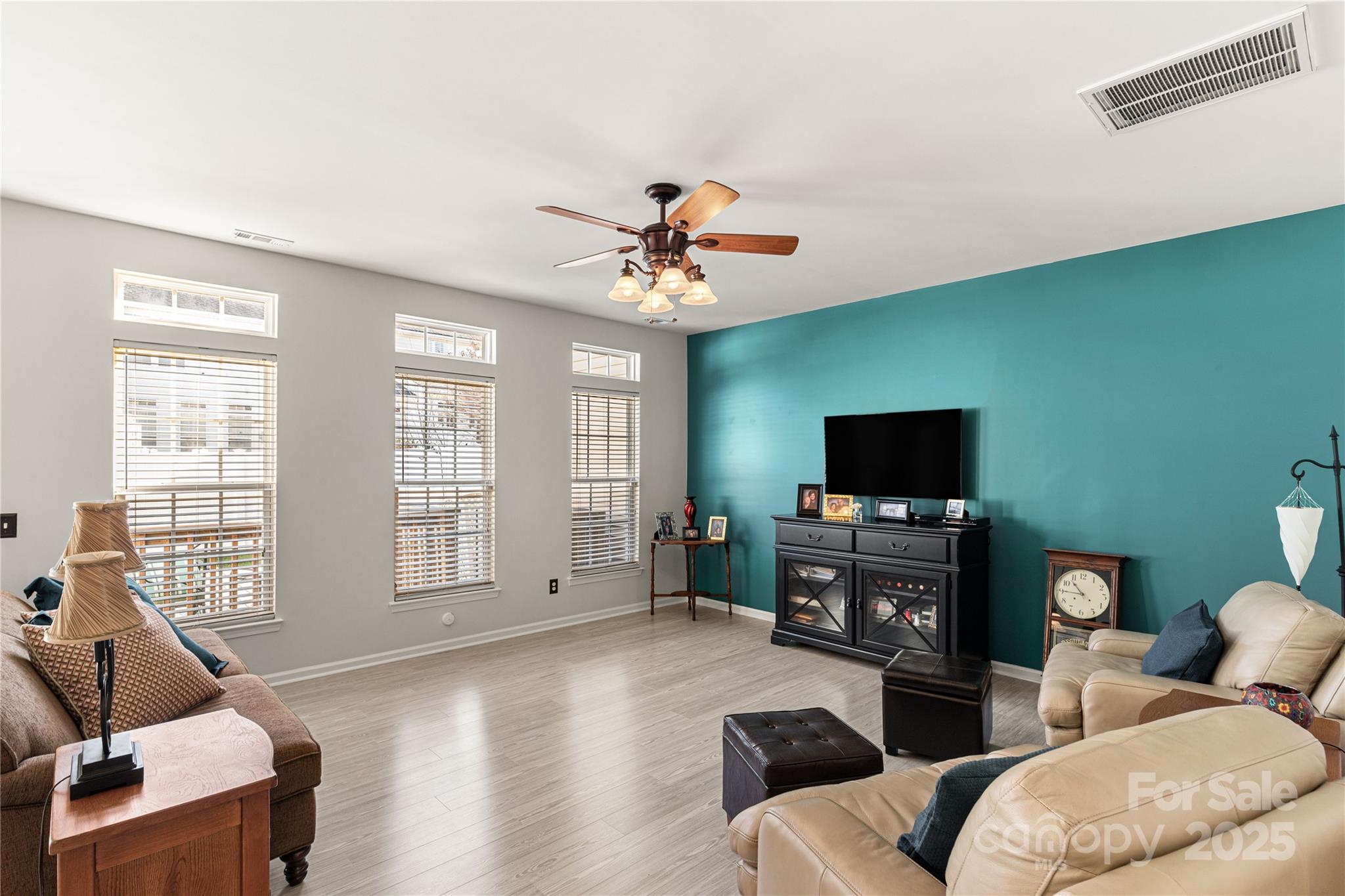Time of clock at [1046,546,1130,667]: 10:45
